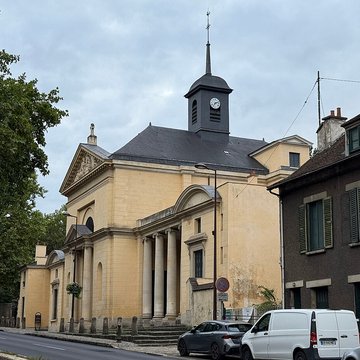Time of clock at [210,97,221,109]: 7:11
